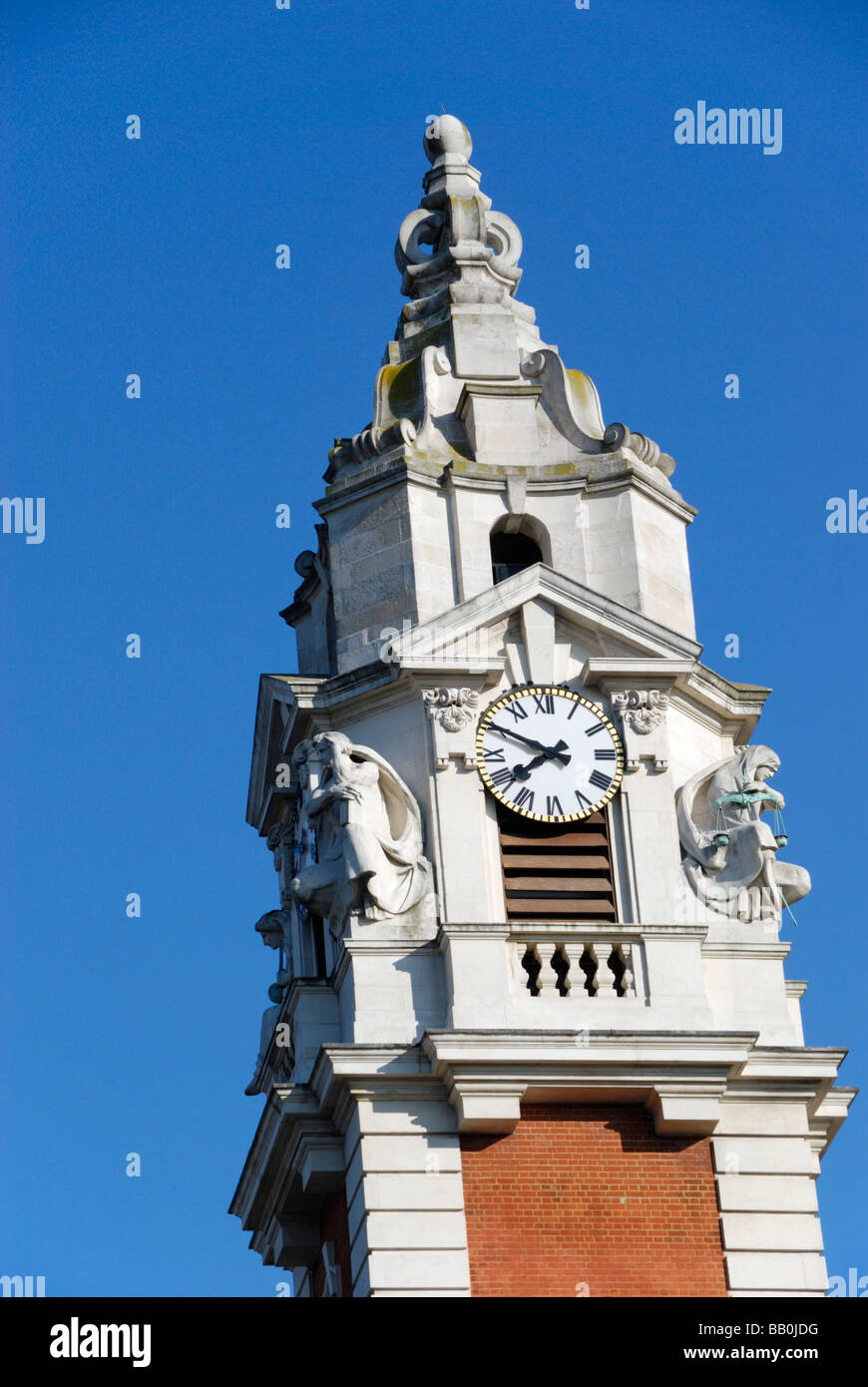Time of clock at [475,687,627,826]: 7:49
